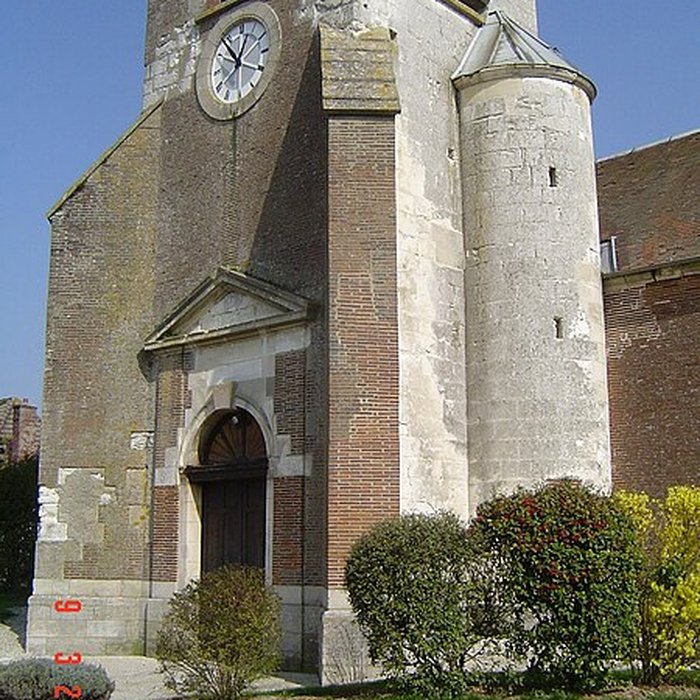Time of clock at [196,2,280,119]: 12:53
